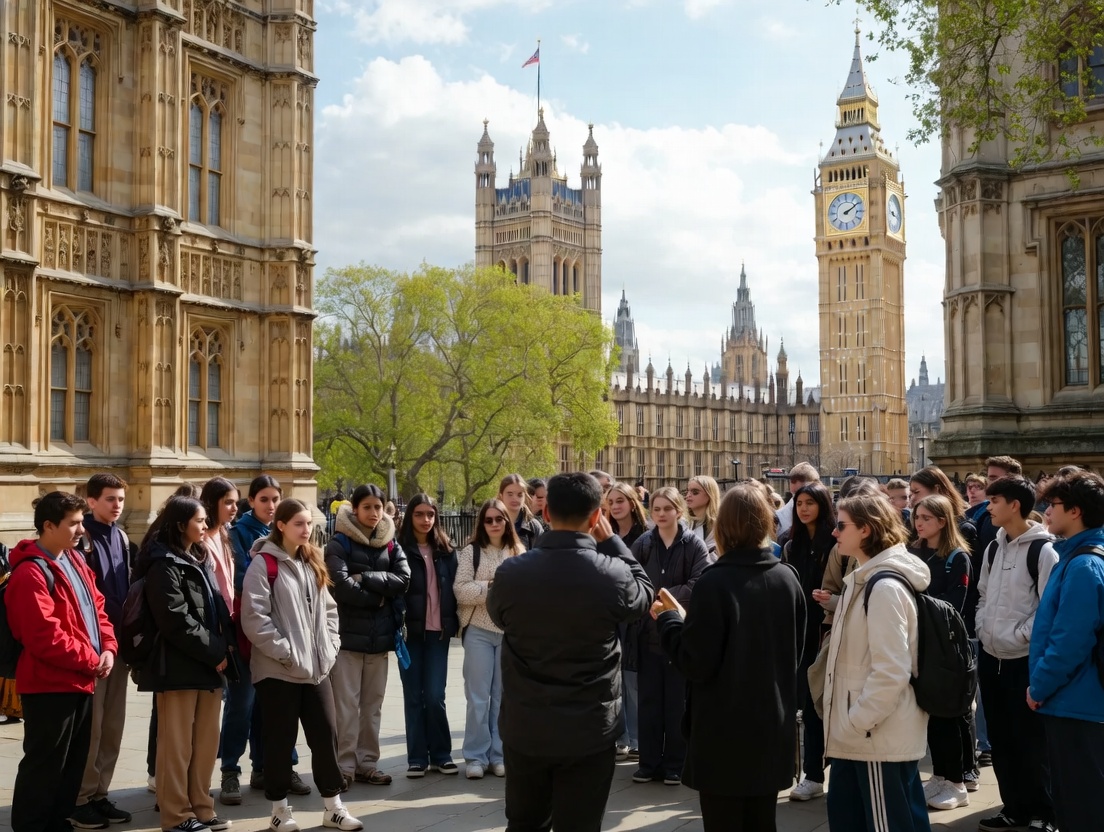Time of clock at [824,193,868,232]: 2:09
